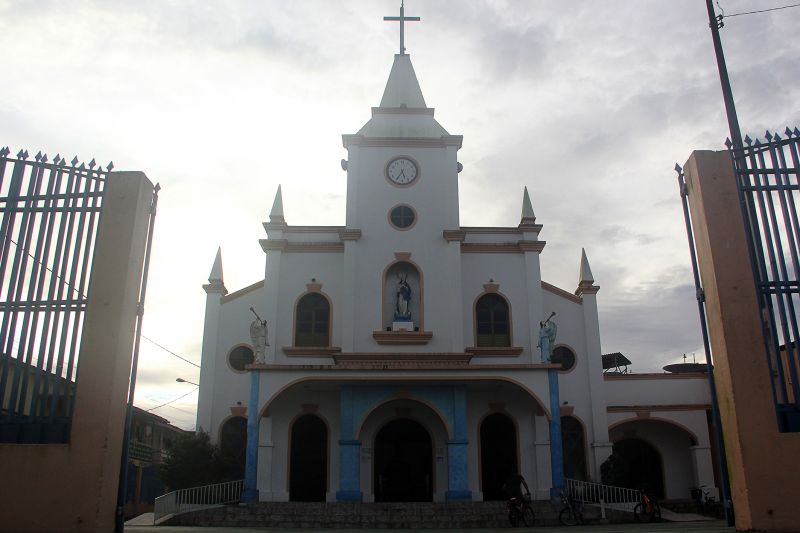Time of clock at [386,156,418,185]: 5:35
